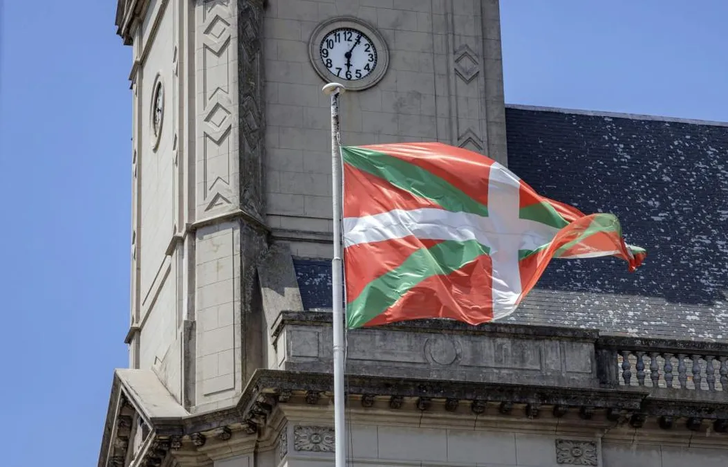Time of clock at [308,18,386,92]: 6:05
